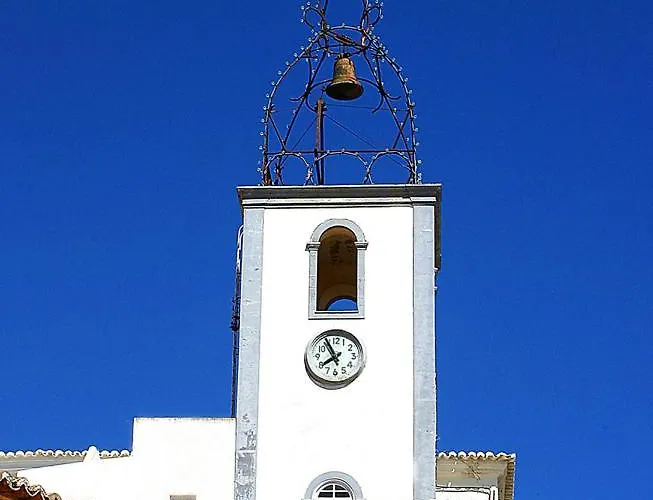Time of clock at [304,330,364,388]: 7:55
